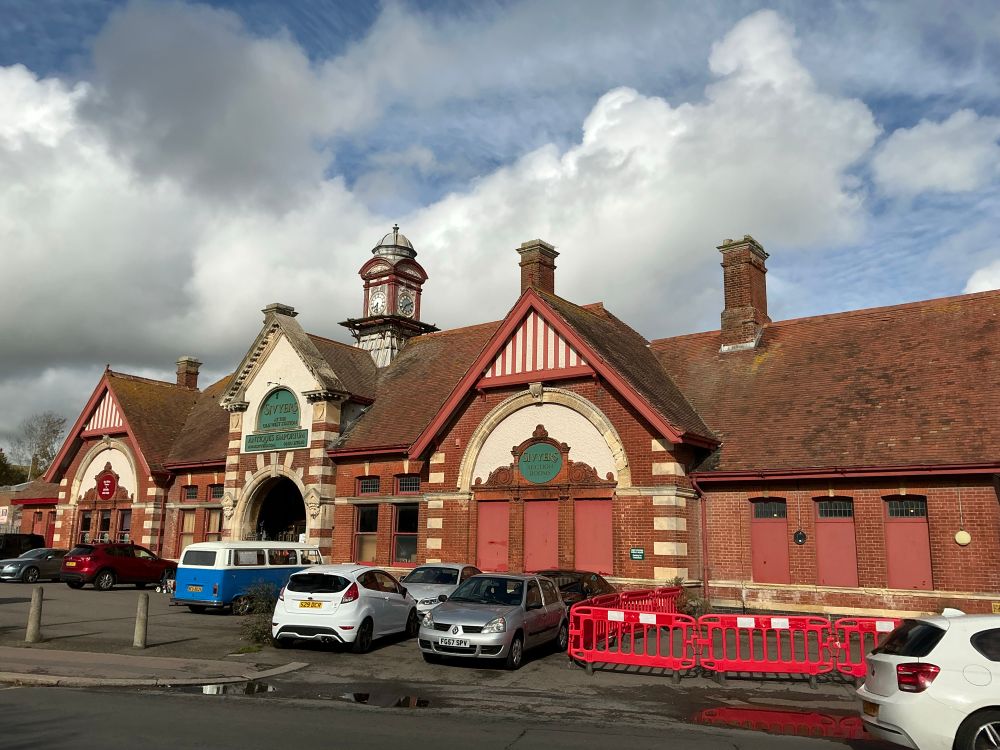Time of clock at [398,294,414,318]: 7:11
